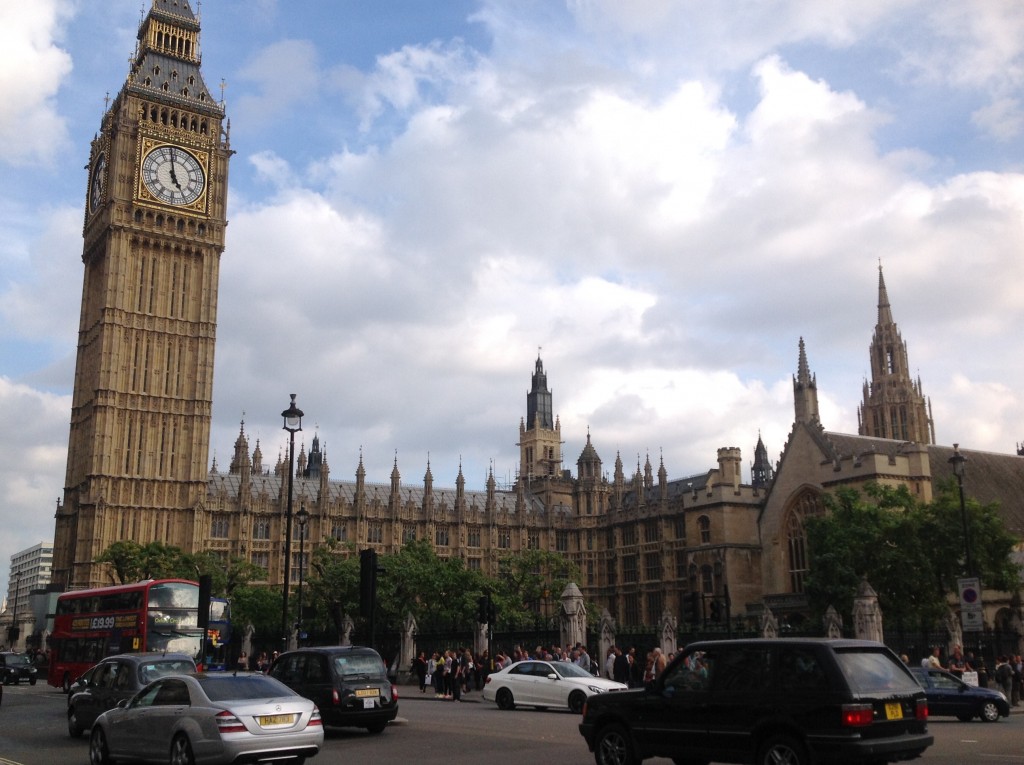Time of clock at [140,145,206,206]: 4:58
